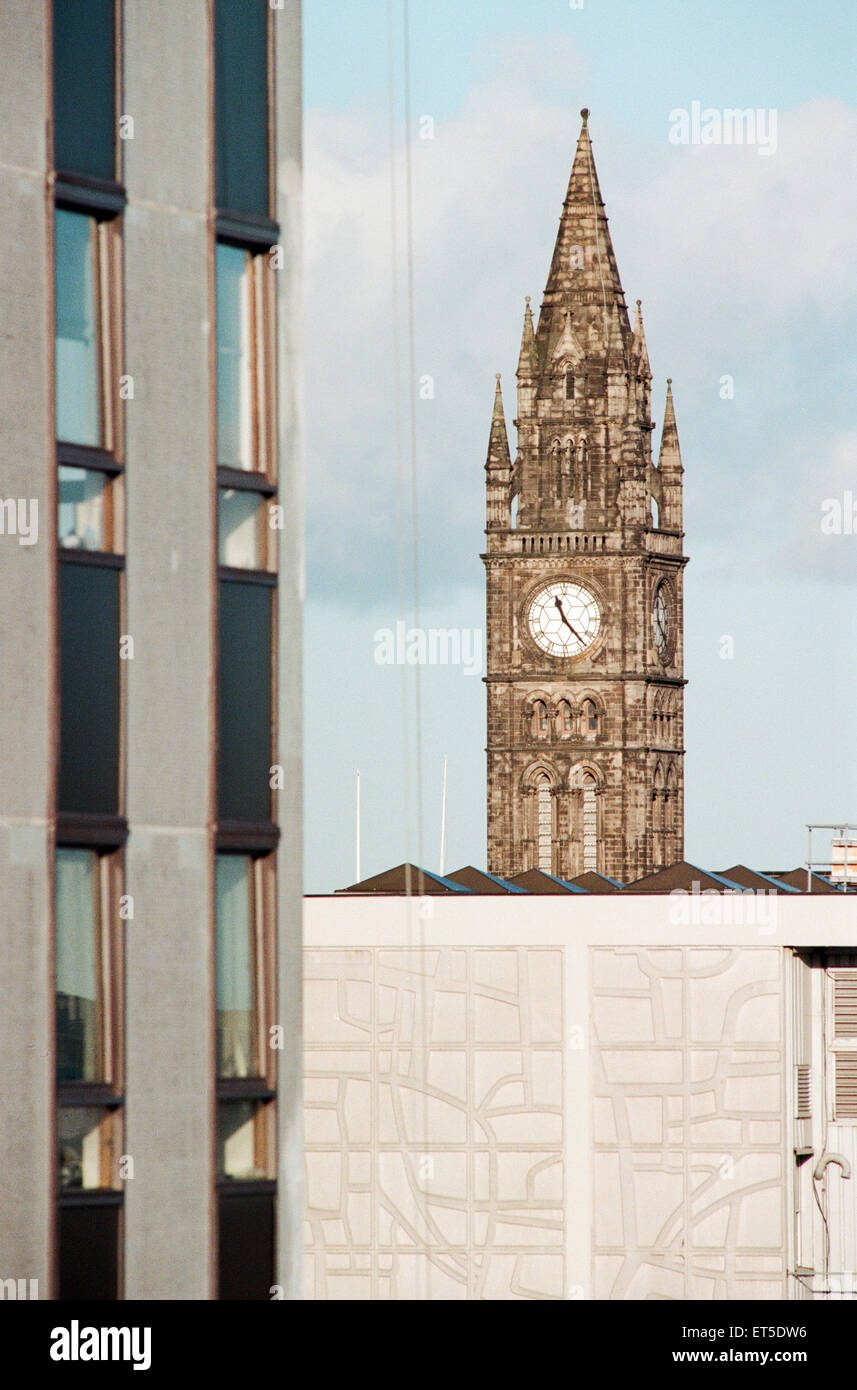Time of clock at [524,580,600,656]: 11:23
